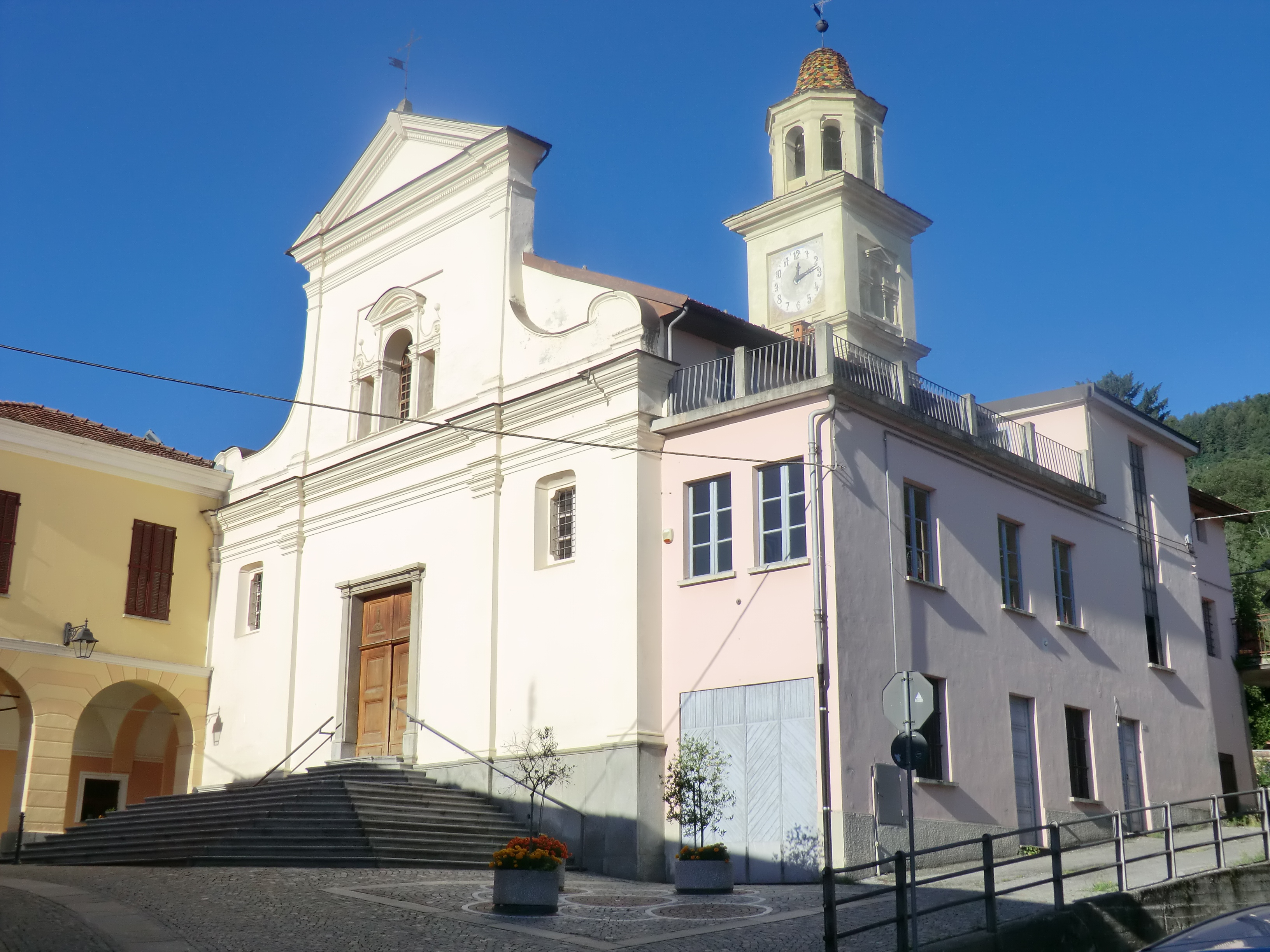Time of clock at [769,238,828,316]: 12:12
